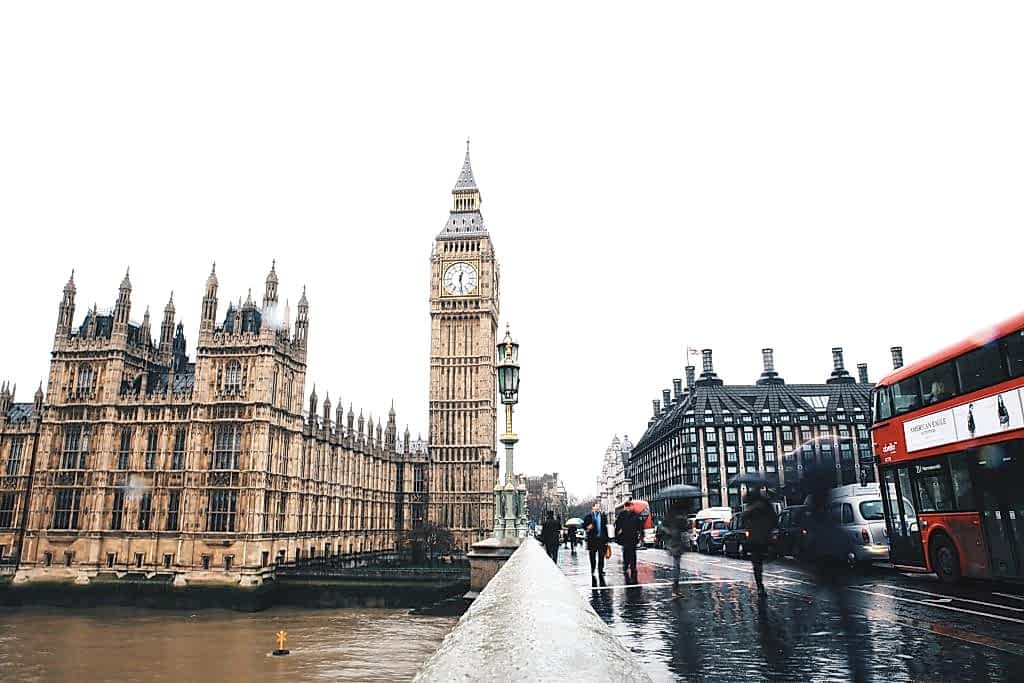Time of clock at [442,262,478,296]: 12:28
